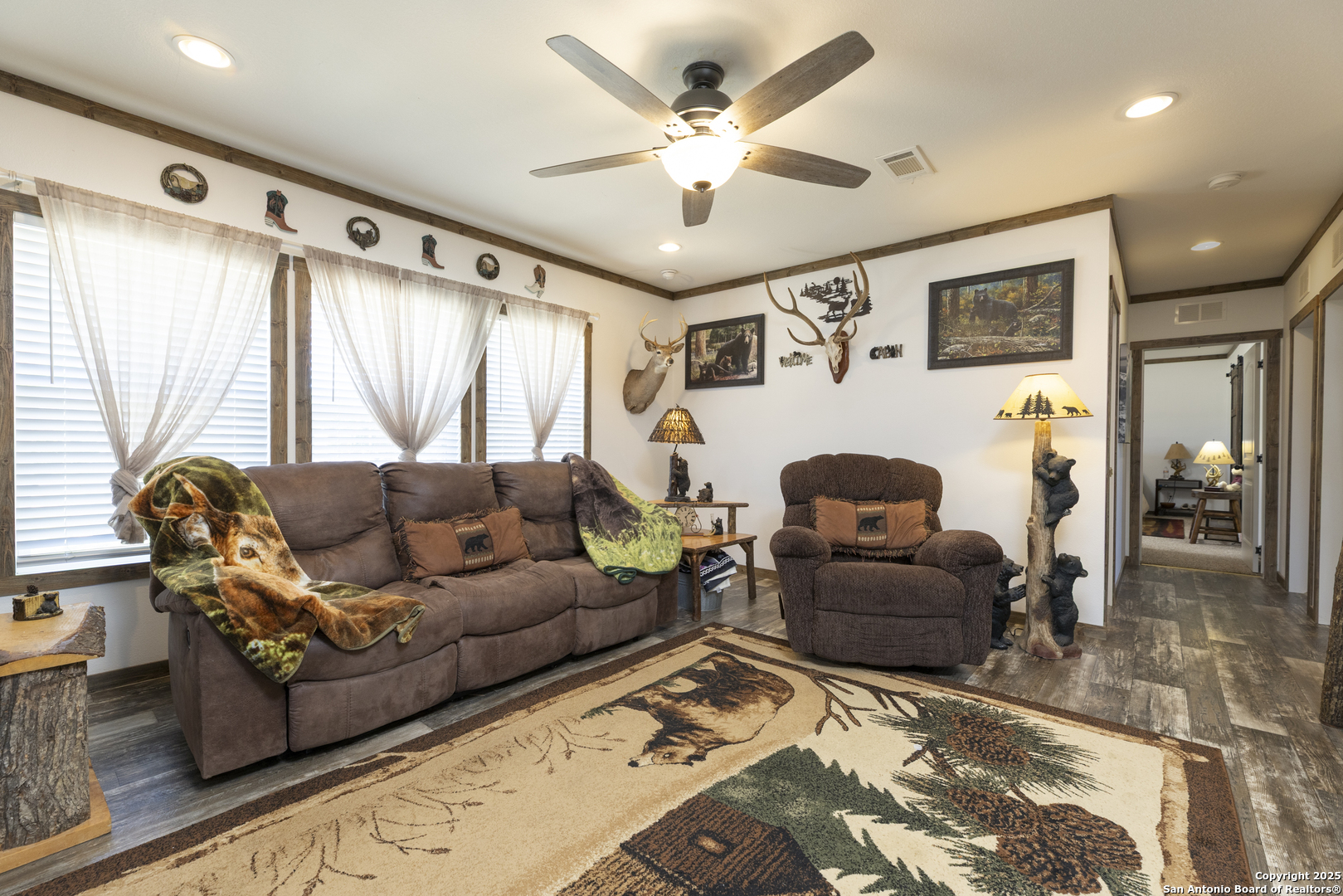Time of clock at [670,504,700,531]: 1:28
